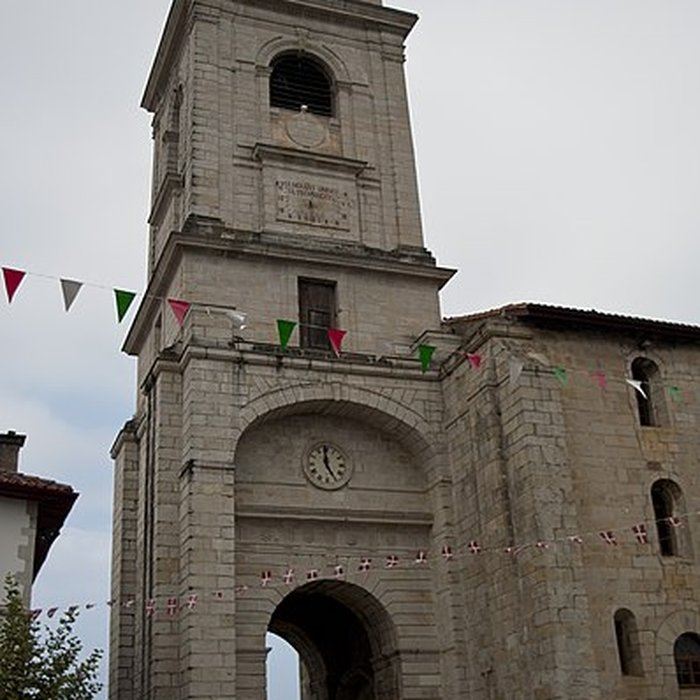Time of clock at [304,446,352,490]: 4:59
